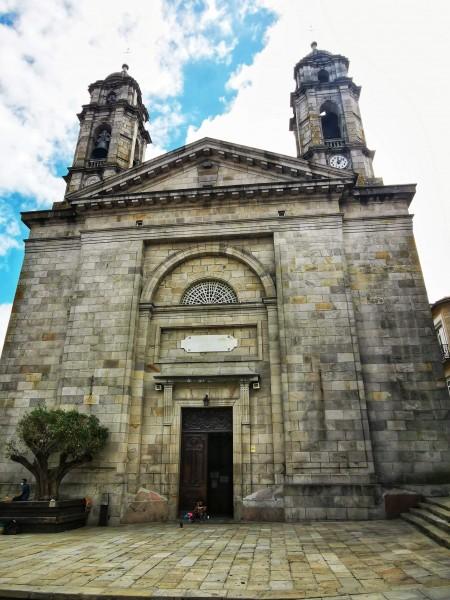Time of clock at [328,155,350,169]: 12:07
